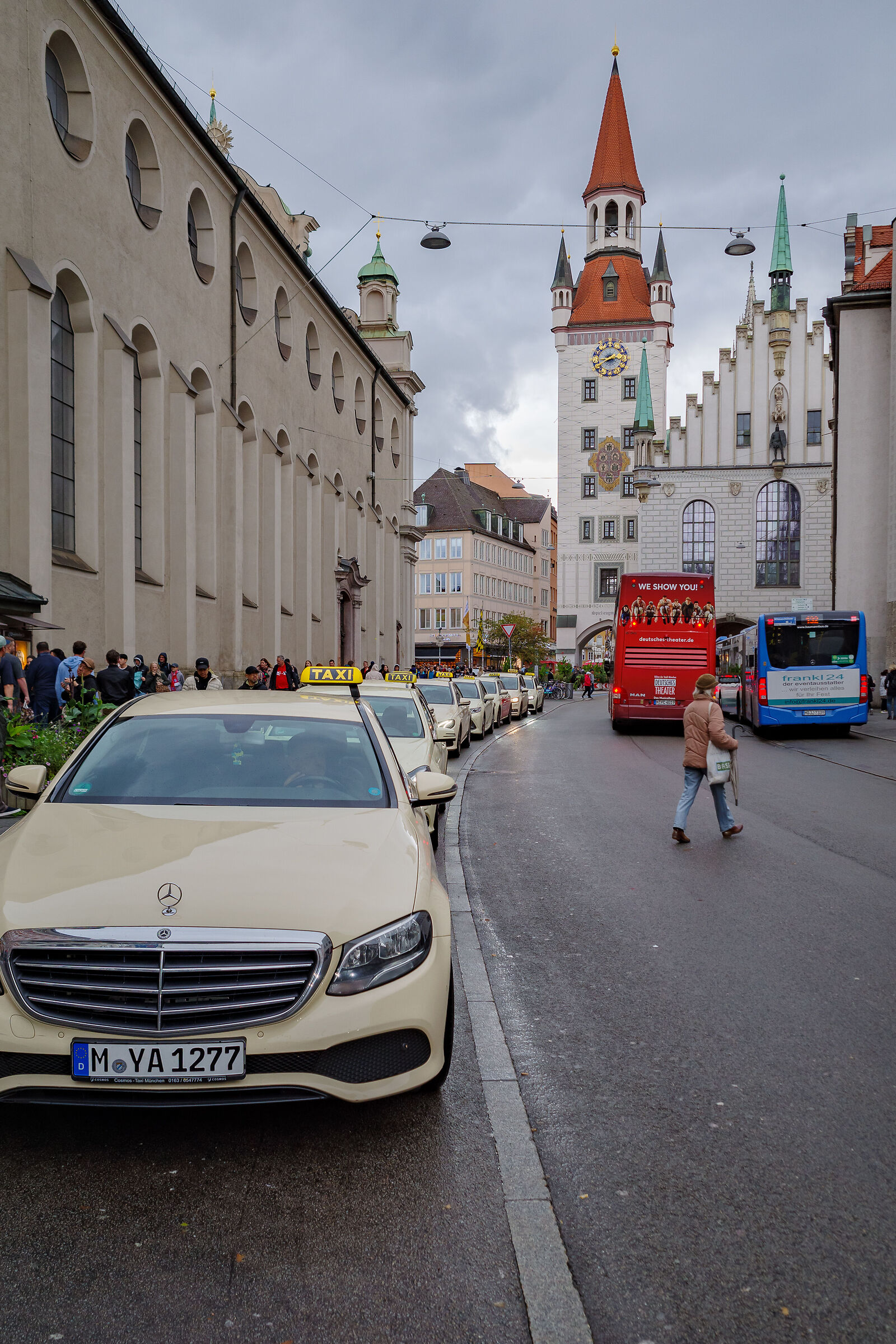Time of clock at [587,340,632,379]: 8:40
